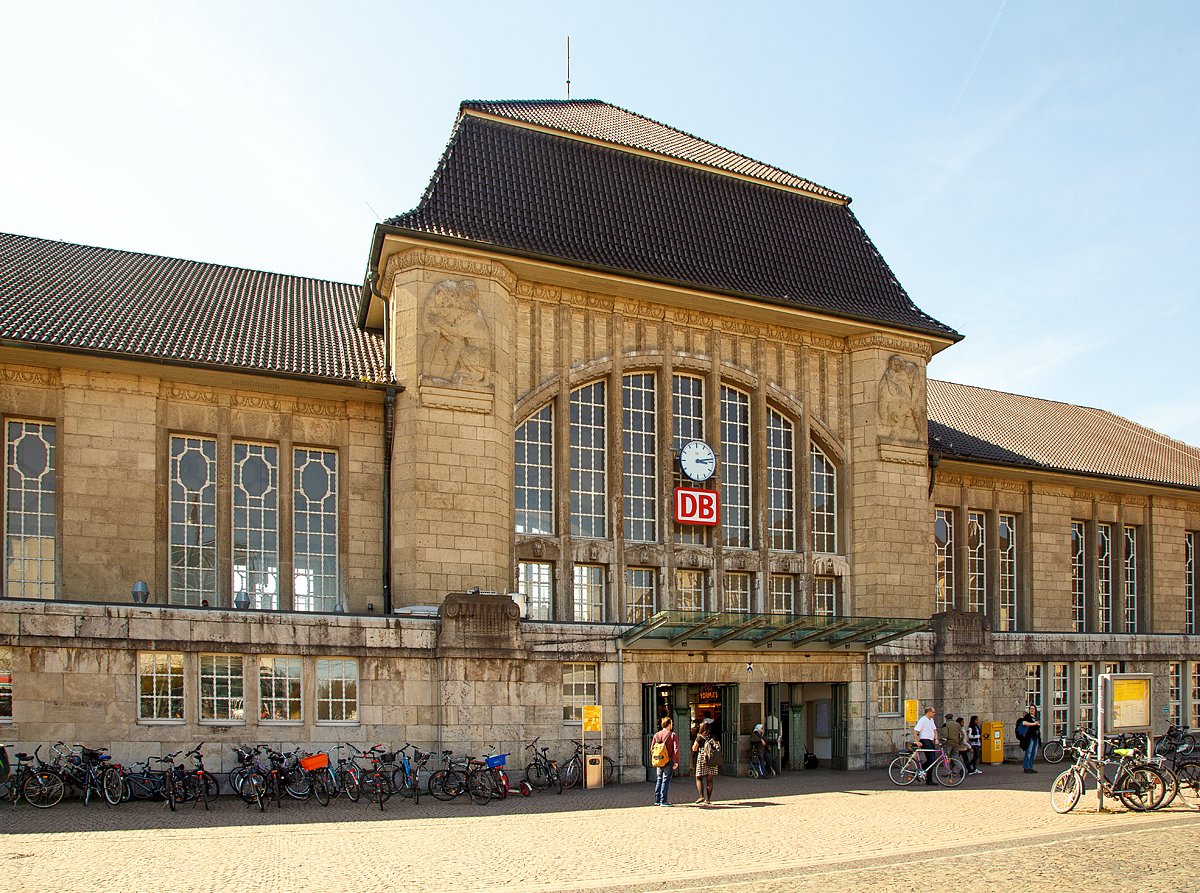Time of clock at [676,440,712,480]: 3:13
